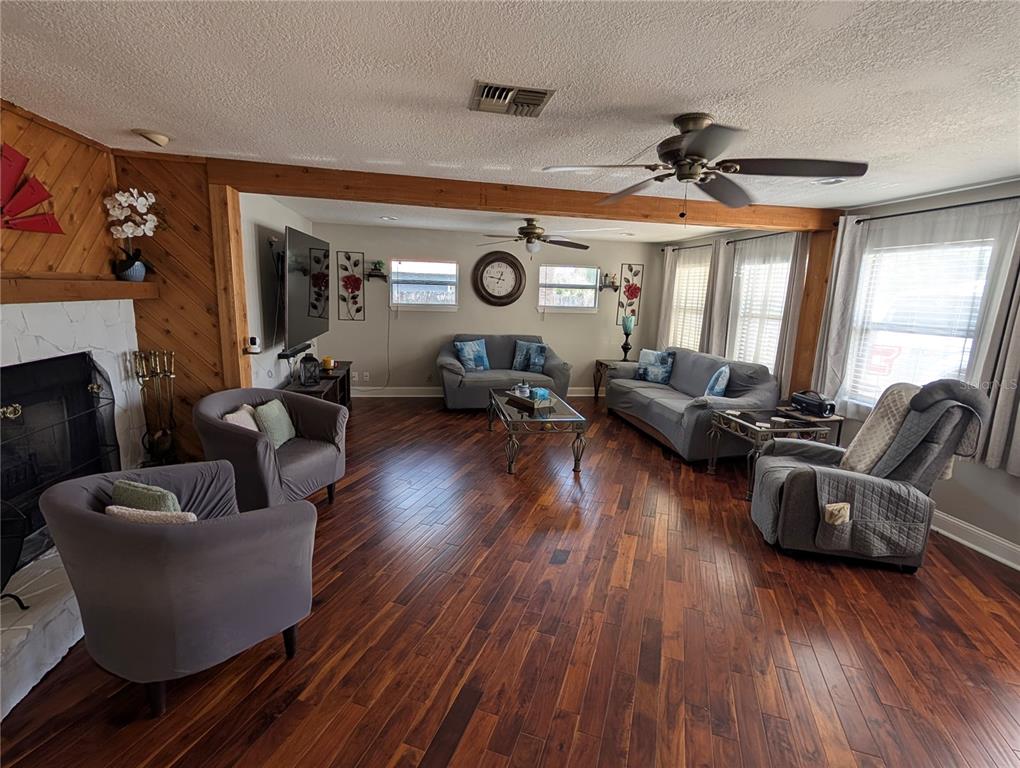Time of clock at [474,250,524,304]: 12:46
